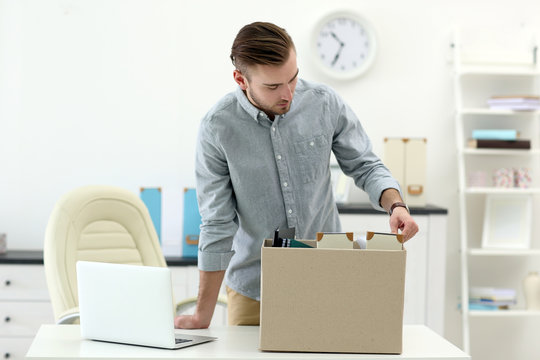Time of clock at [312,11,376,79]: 10:34
